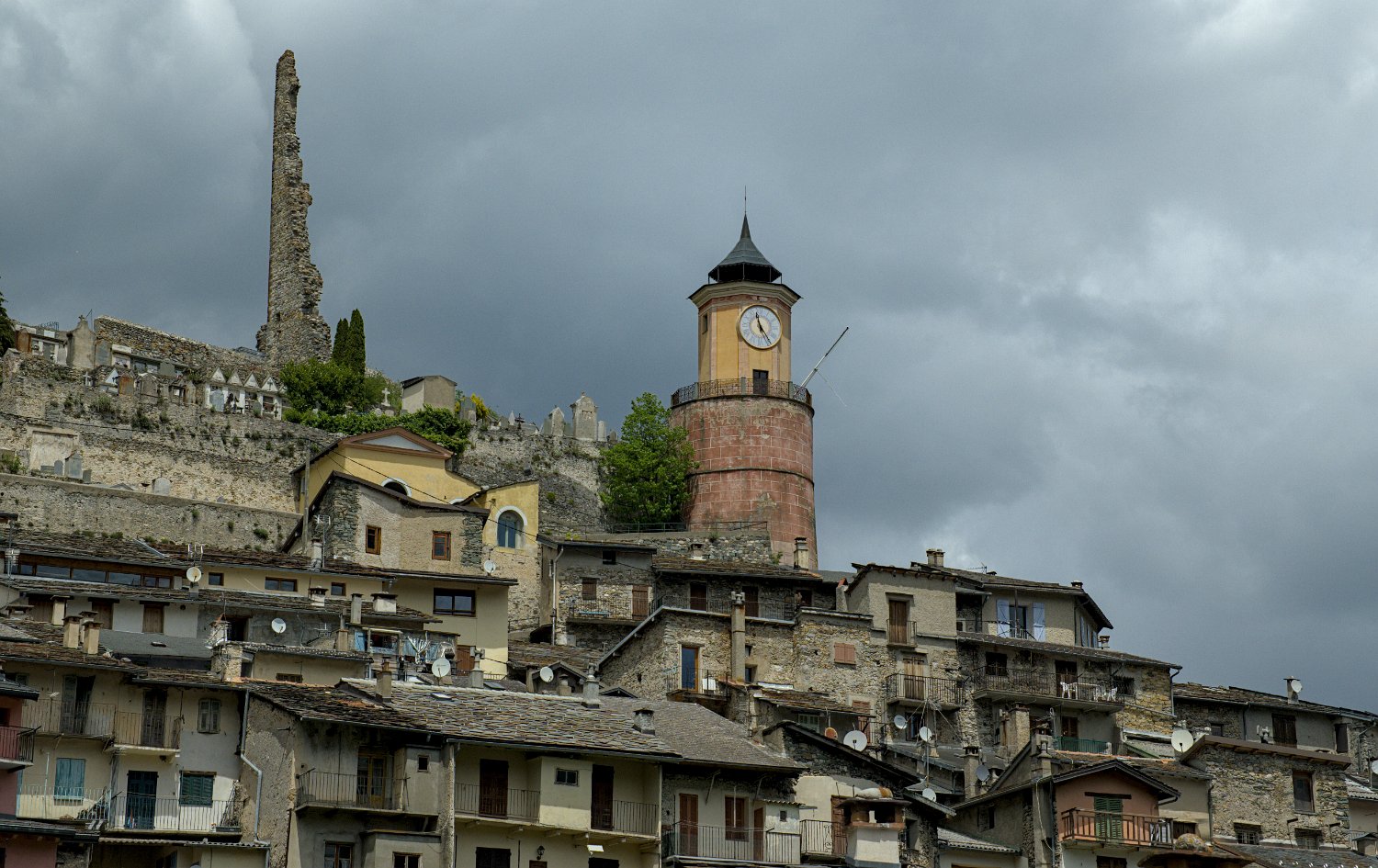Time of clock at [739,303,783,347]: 11:24
